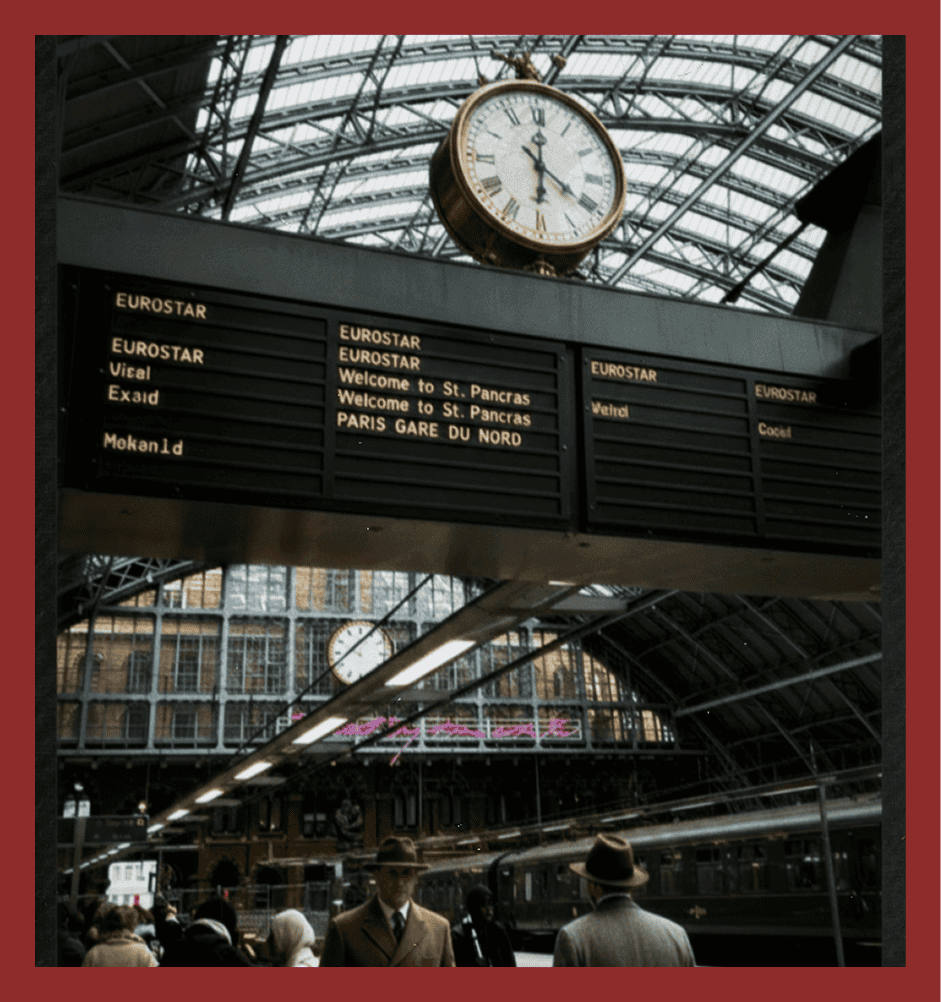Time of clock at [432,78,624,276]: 6:00
